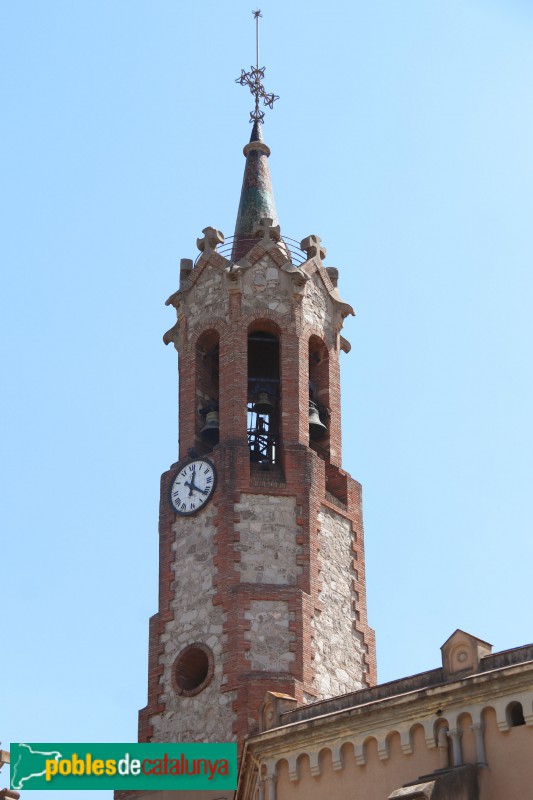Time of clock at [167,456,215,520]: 12:21
